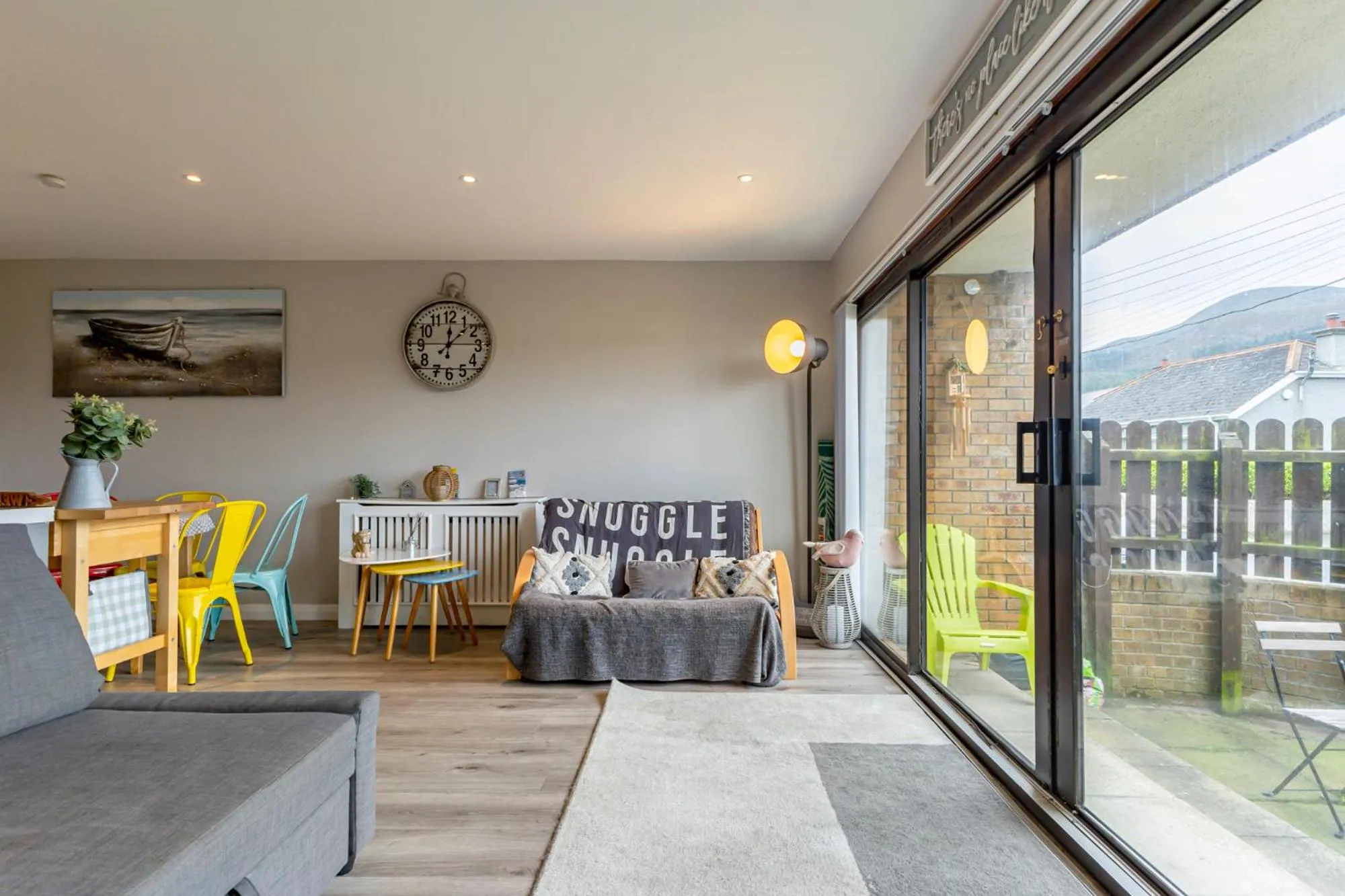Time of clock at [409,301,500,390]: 12:07
